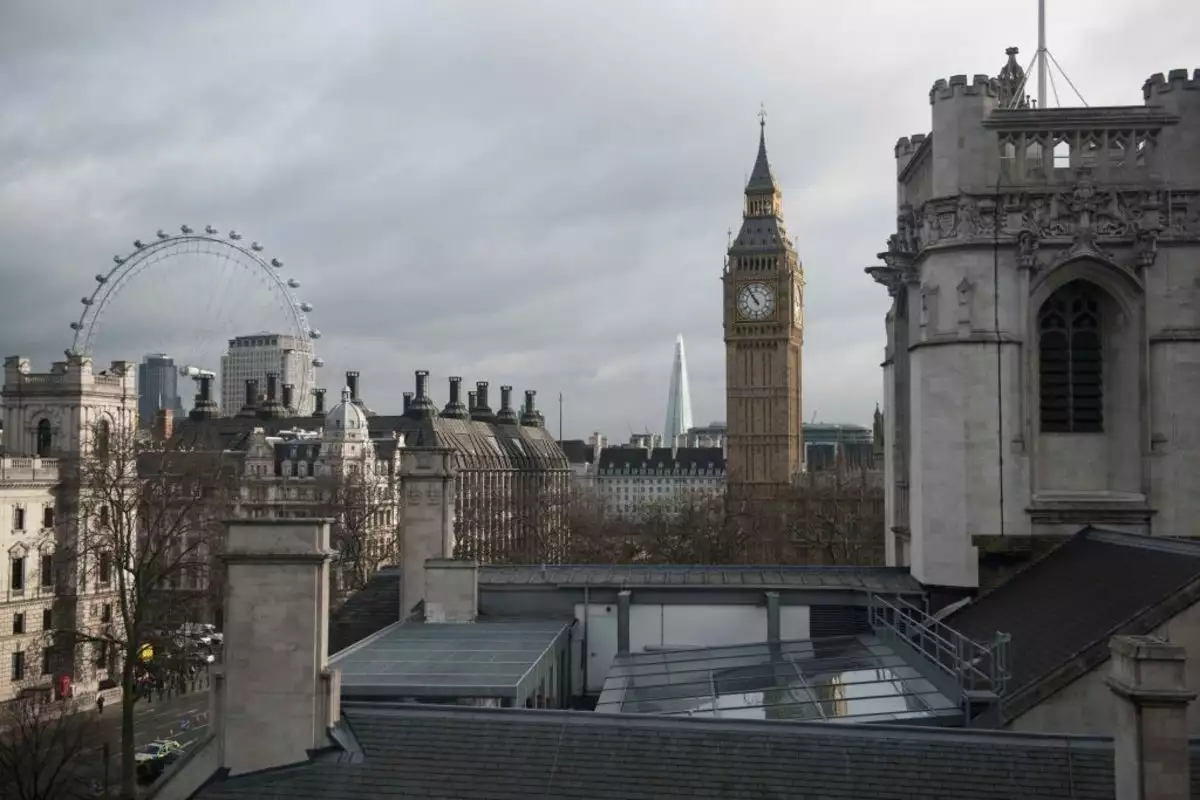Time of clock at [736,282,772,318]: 10:54
